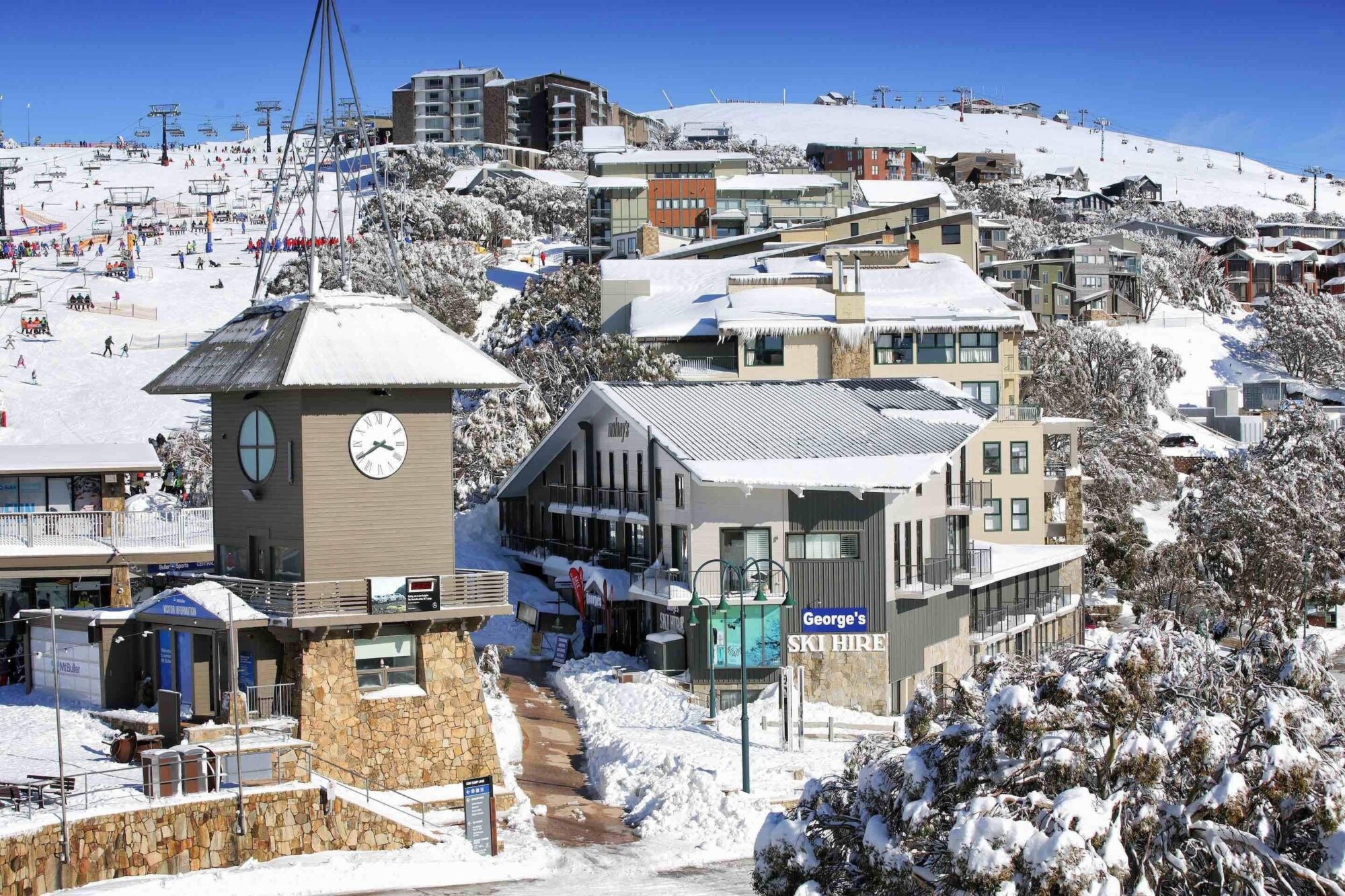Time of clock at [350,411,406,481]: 3:39
